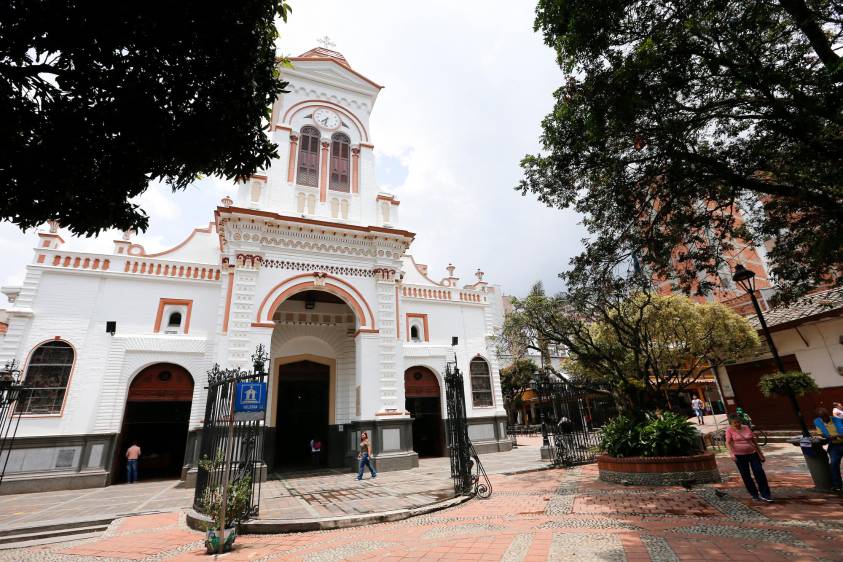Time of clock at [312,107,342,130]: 7:32
